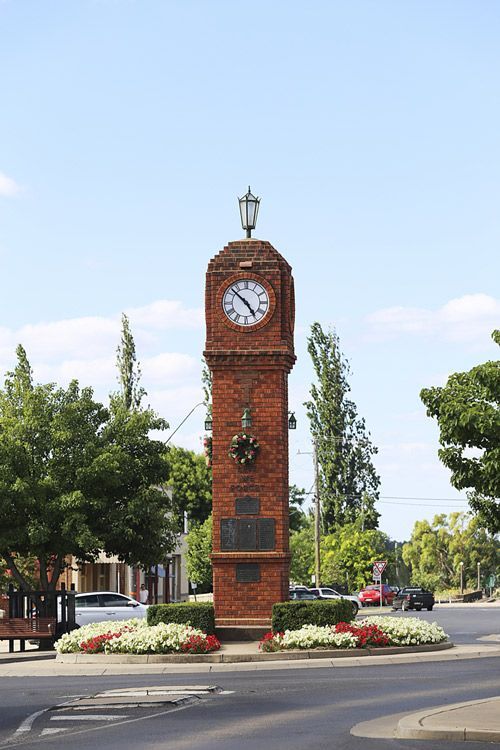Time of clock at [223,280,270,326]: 4:52
